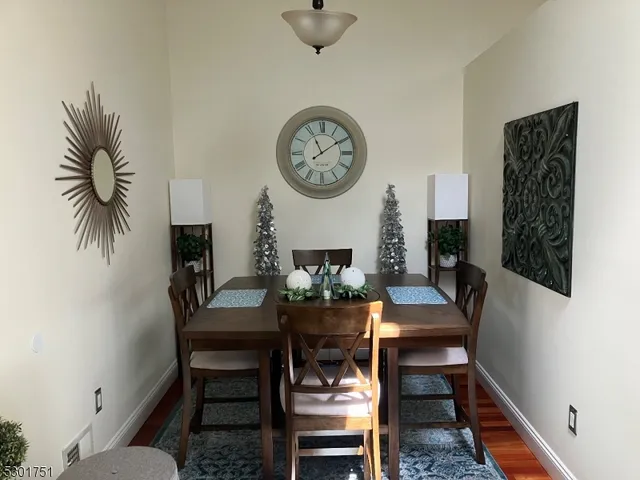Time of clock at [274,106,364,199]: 11:09
